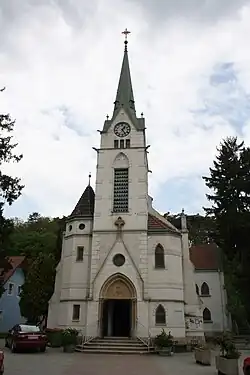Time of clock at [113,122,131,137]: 1:24
